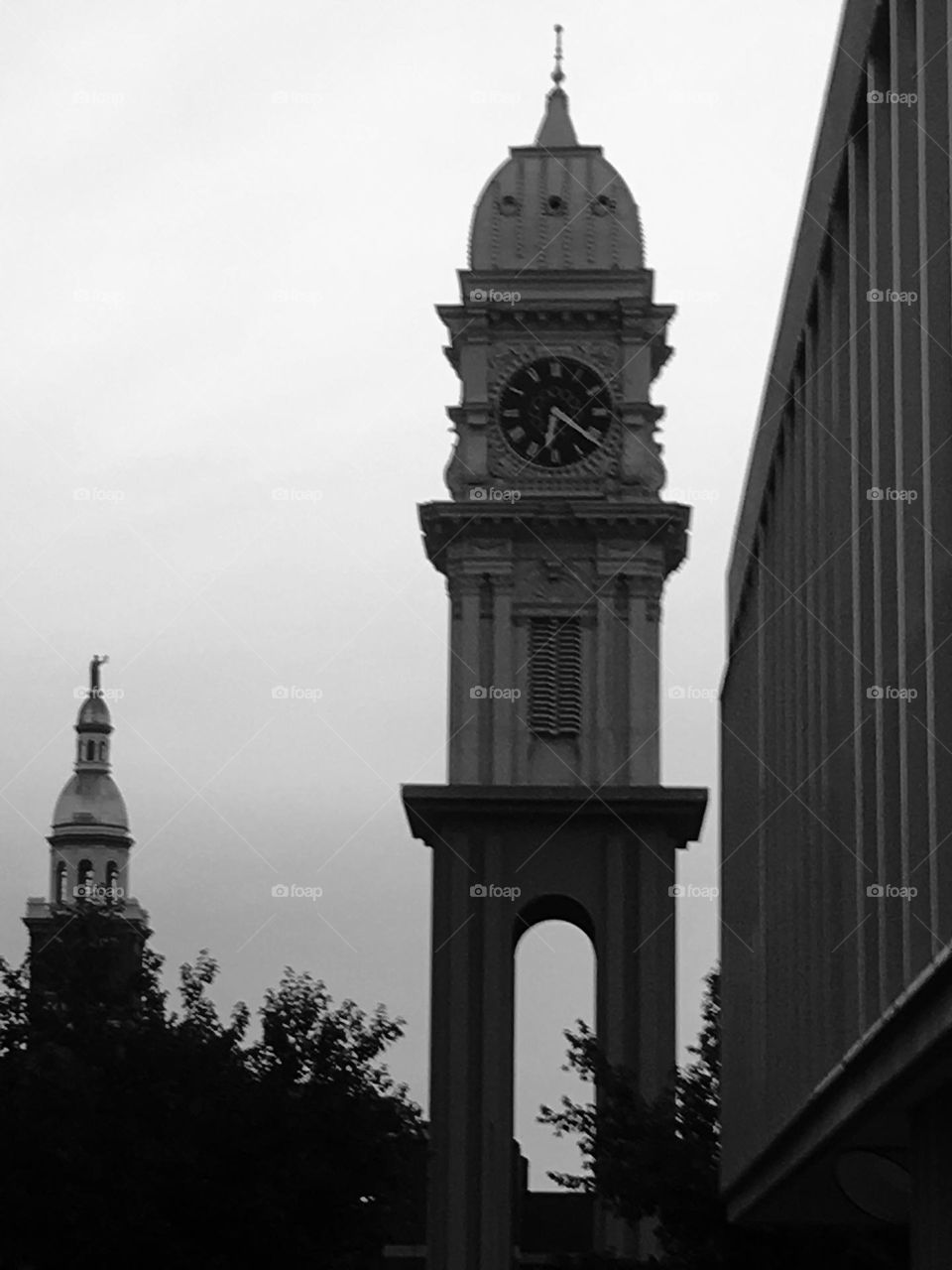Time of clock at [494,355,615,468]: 6:21
